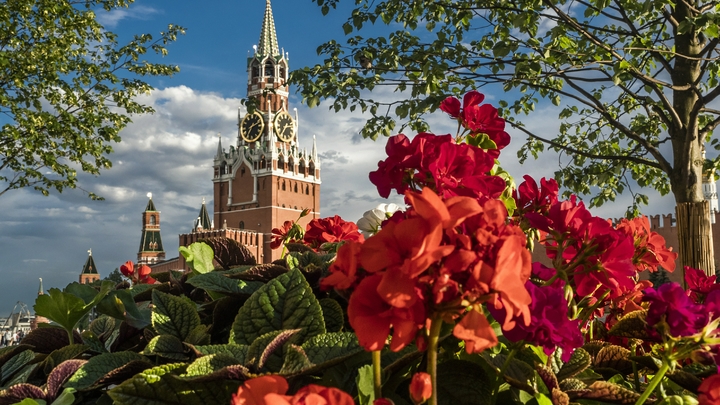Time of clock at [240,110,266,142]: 2:35
